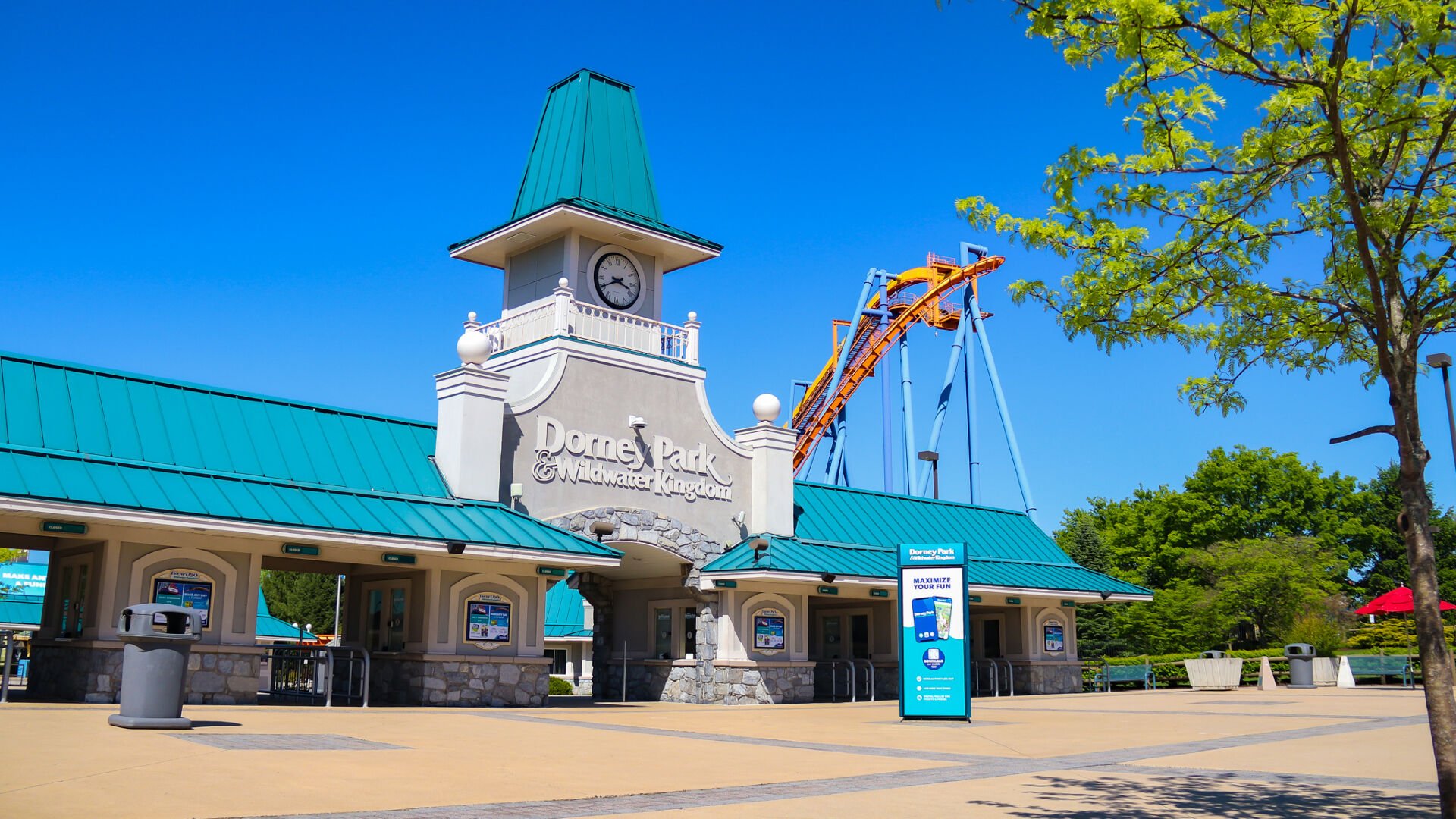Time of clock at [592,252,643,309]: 3:40
